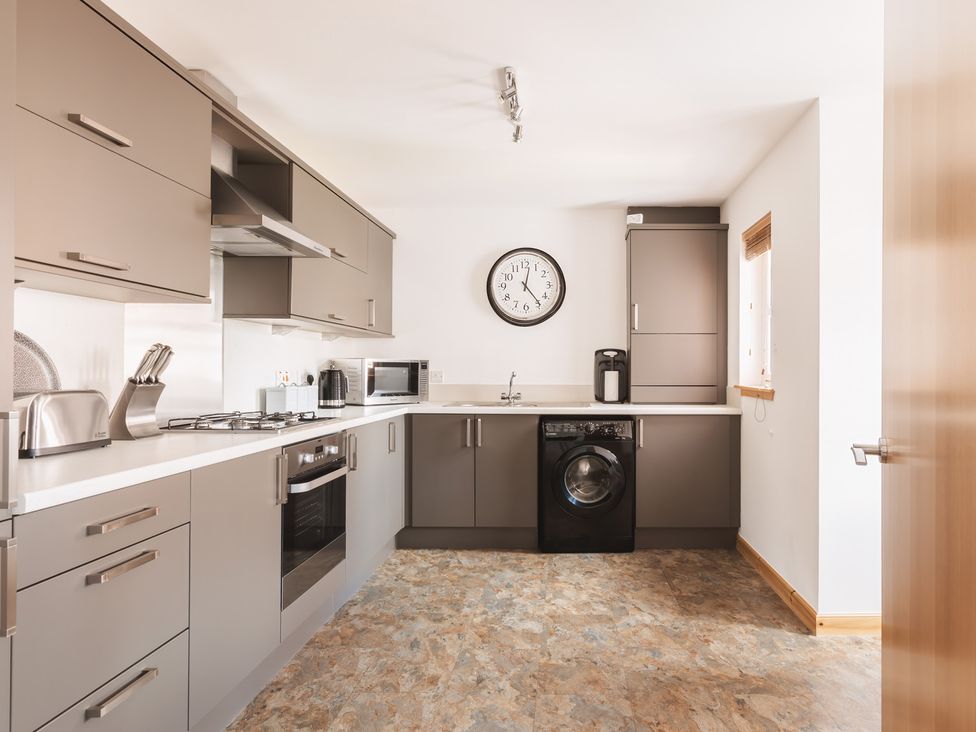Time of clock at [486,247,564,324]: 12:23
